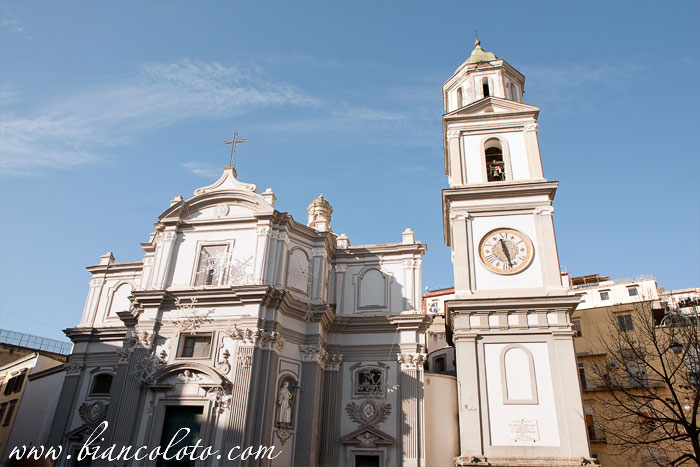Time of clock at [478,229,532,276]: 11:28
